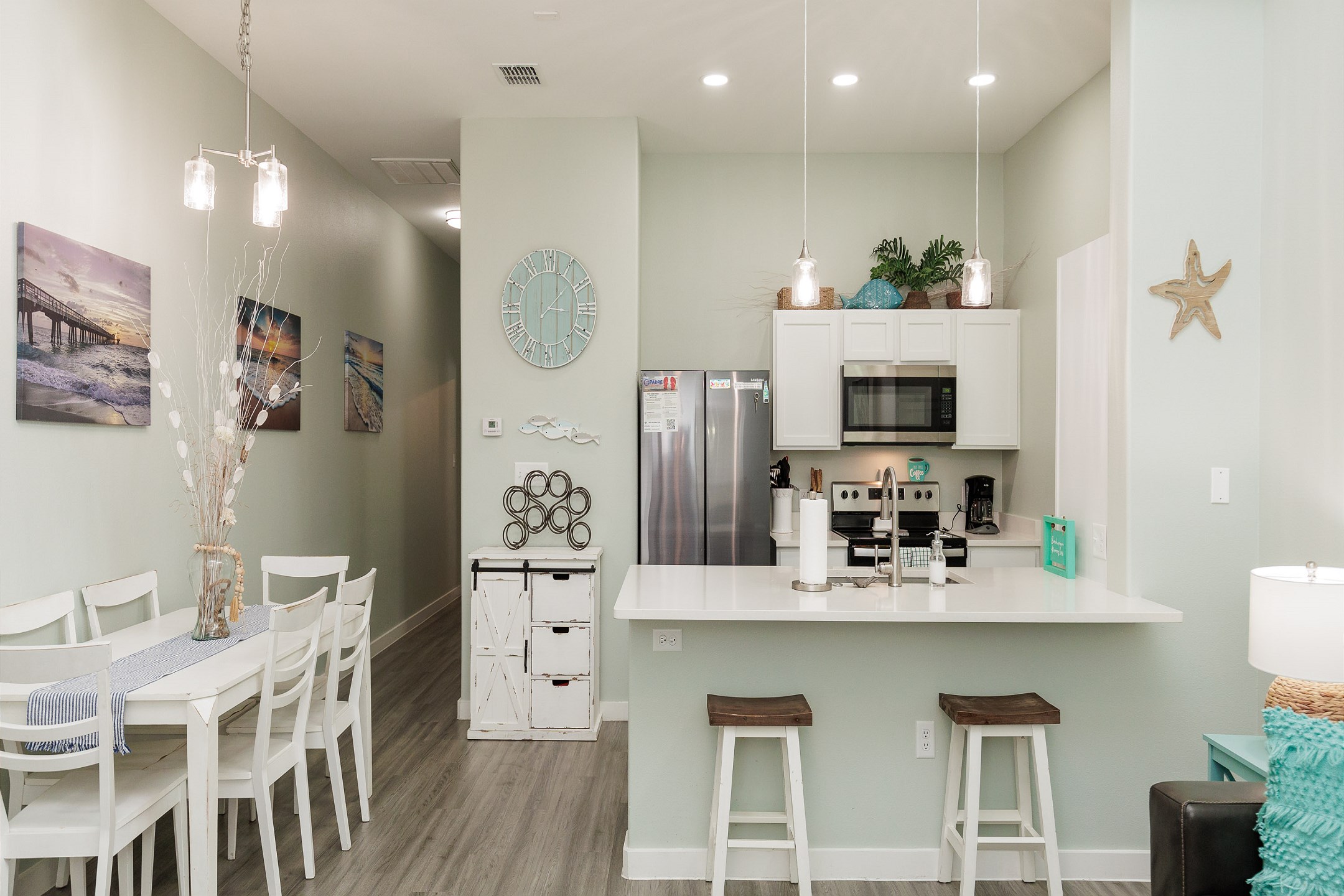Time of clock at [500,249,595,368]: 2:01
